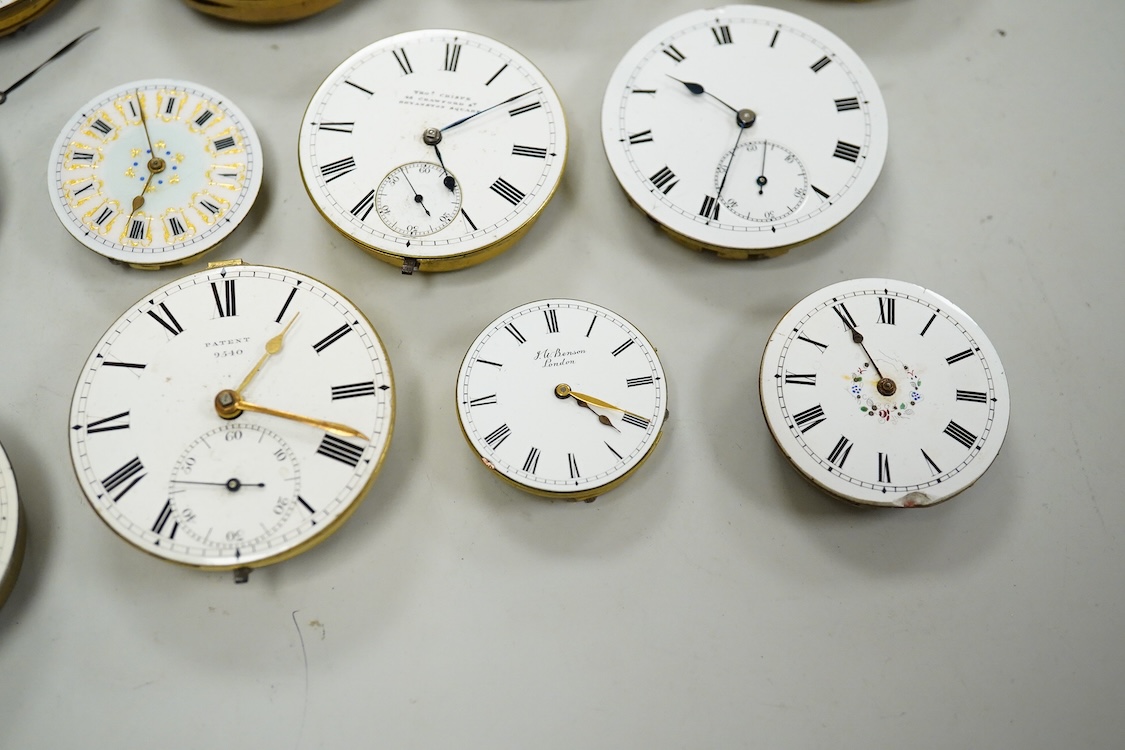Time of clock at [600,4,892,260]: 10:34
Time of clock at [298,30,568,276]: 5:08
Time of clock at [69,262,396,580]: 1:18
